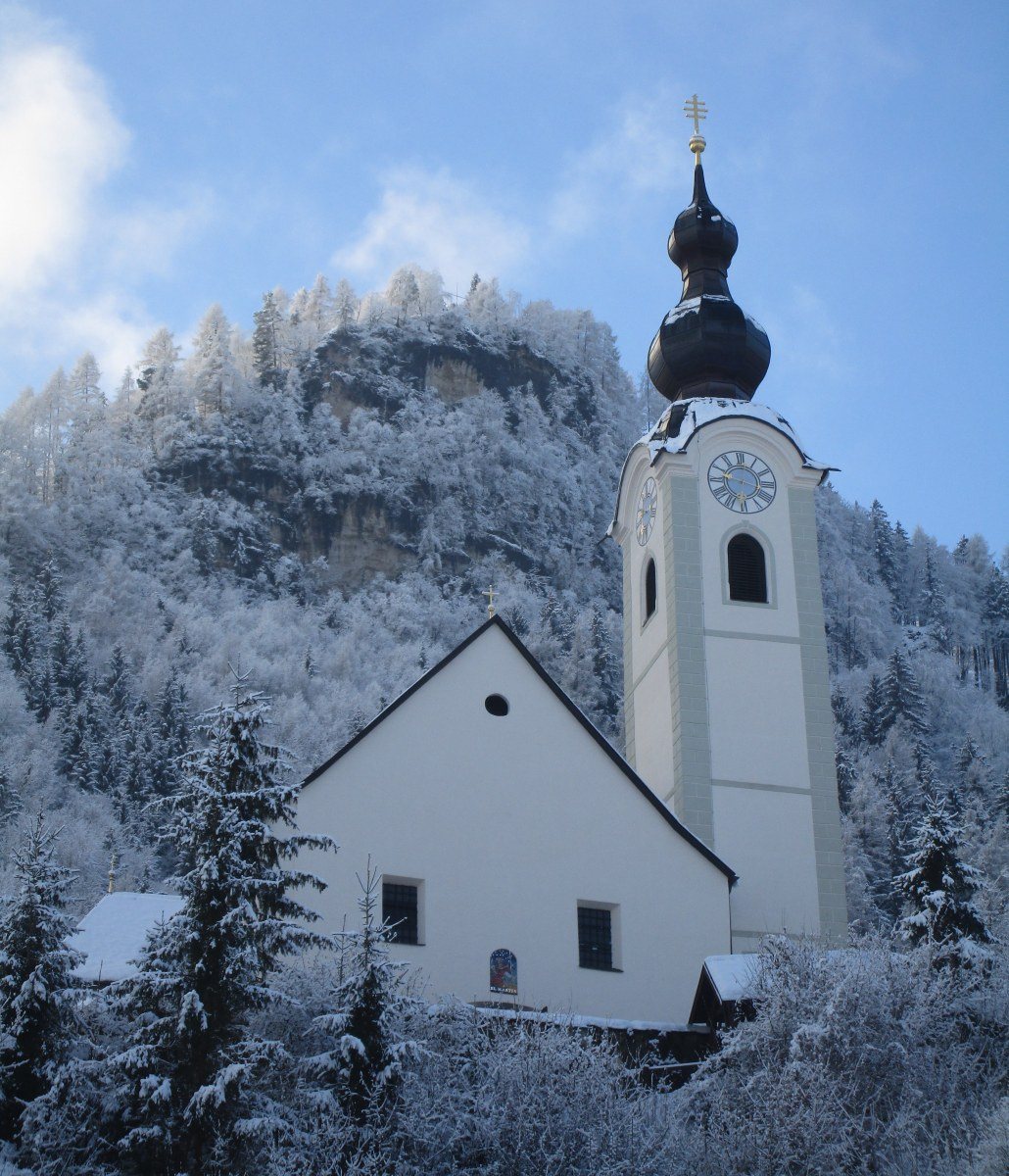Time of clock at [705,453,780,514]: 9:17
